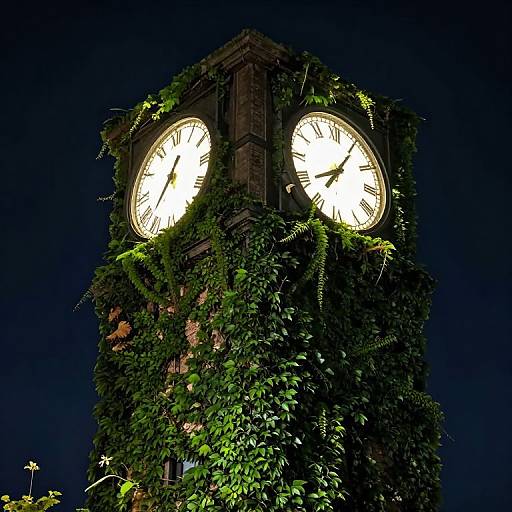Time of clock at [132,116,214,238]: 12:37
